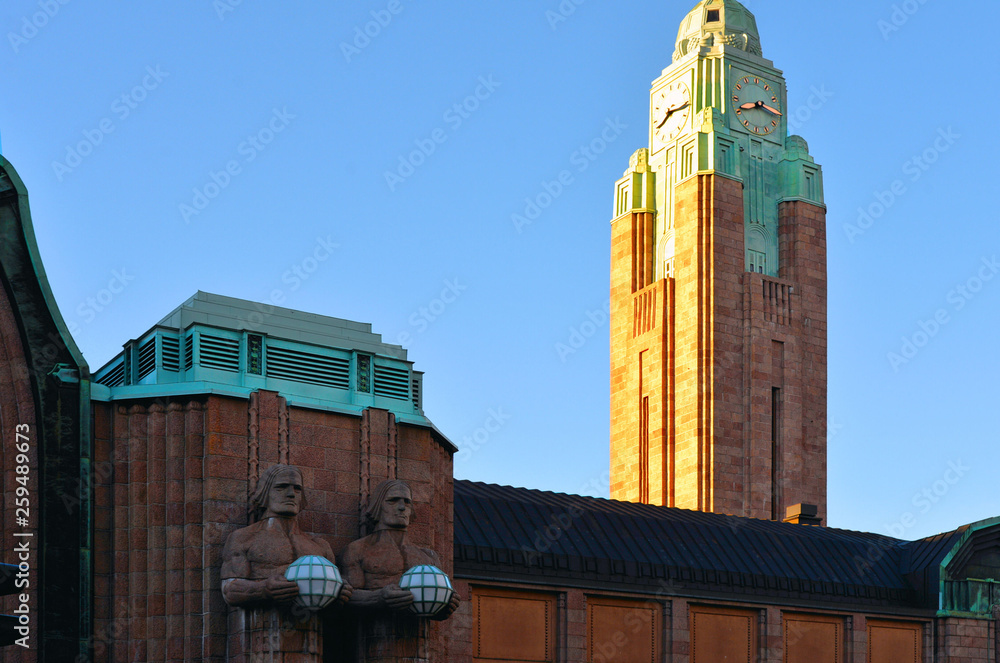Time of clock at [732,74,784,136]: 8:15
